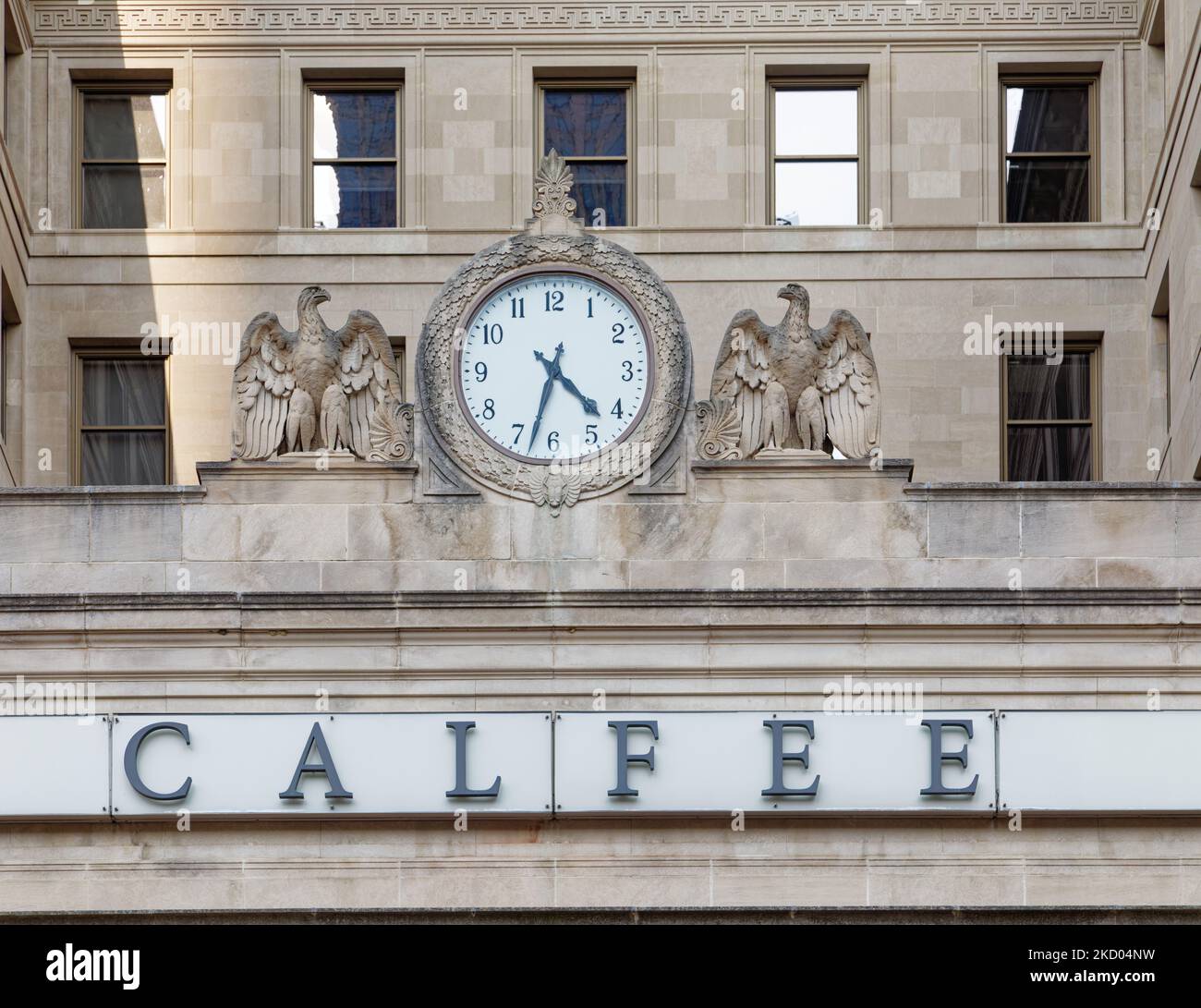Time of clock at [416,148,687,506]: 4:32
